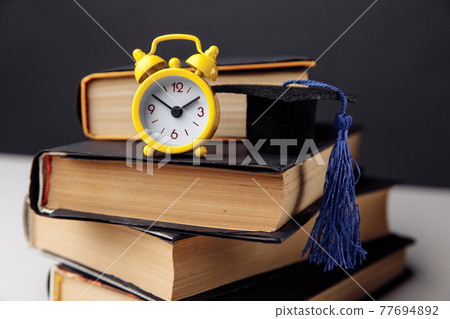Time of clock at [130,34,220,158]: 1:50
